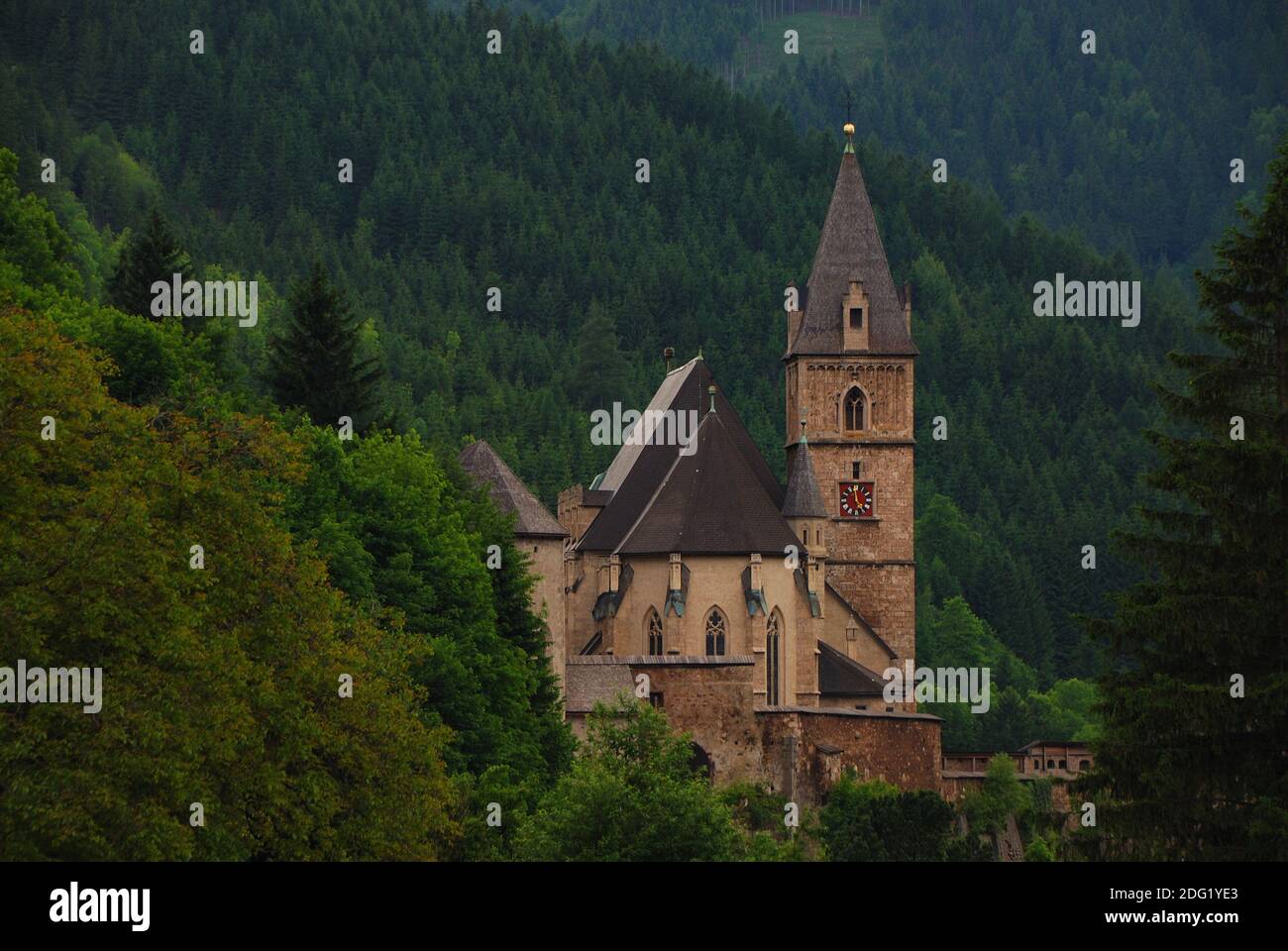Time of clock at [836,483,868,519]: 4:59
